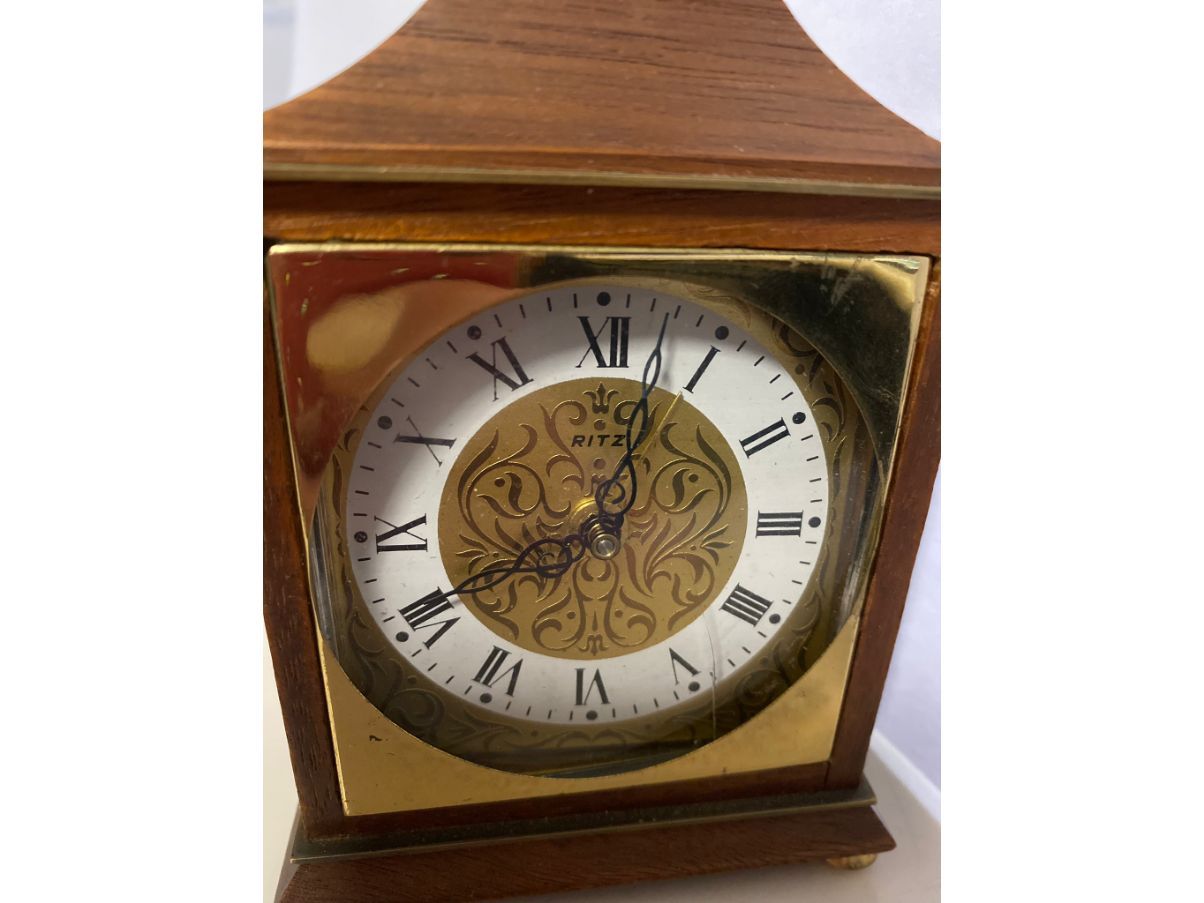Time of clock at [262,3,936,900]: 8:02
